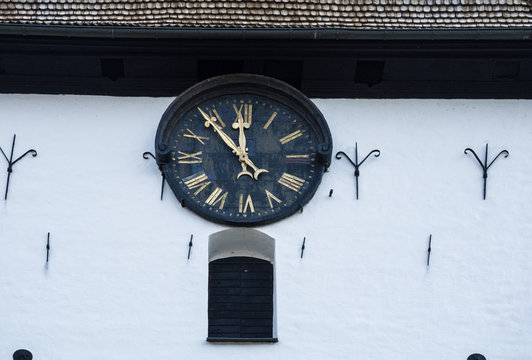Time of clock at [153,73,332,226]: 11:53
